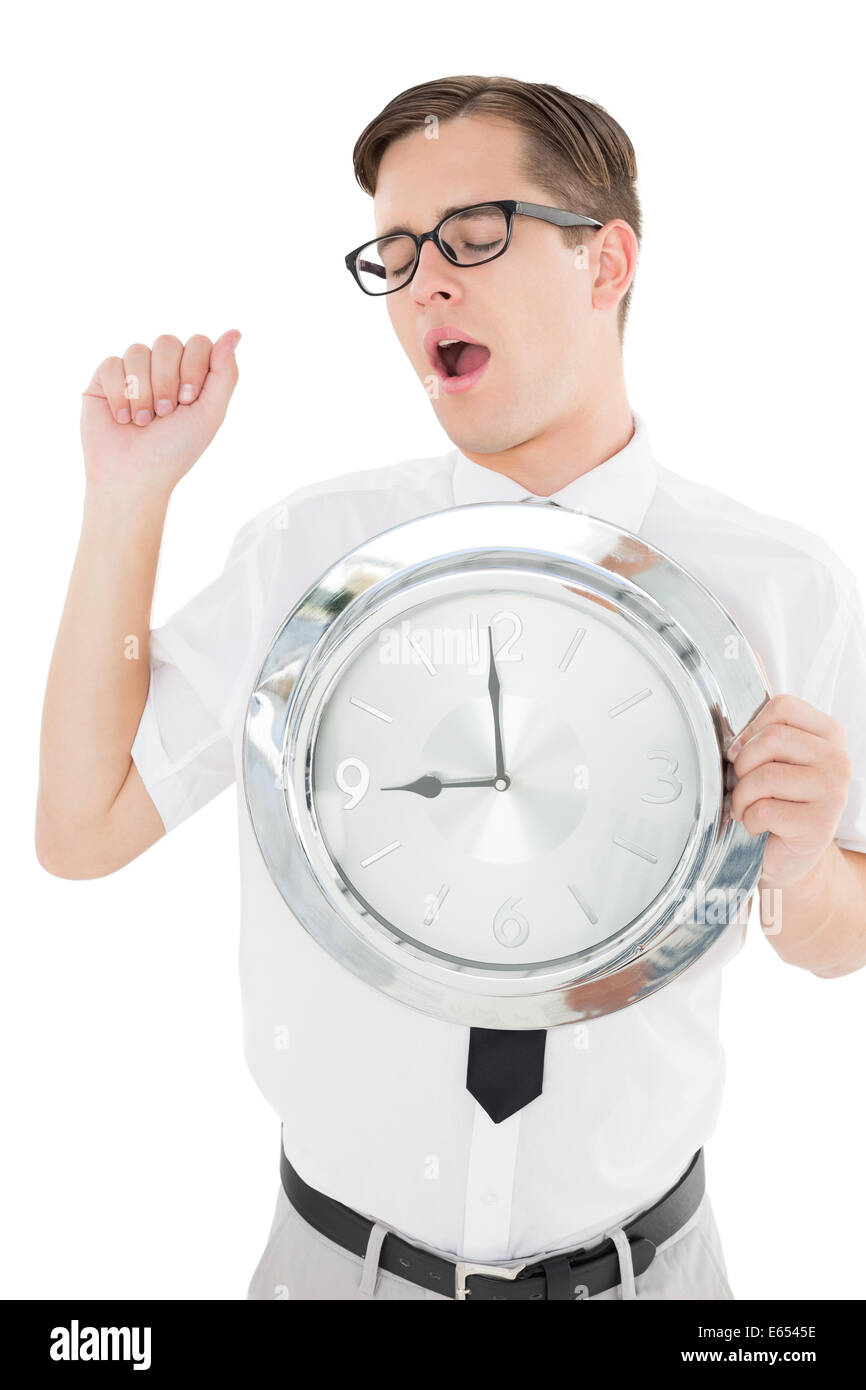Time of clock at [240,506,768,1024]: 8:59
